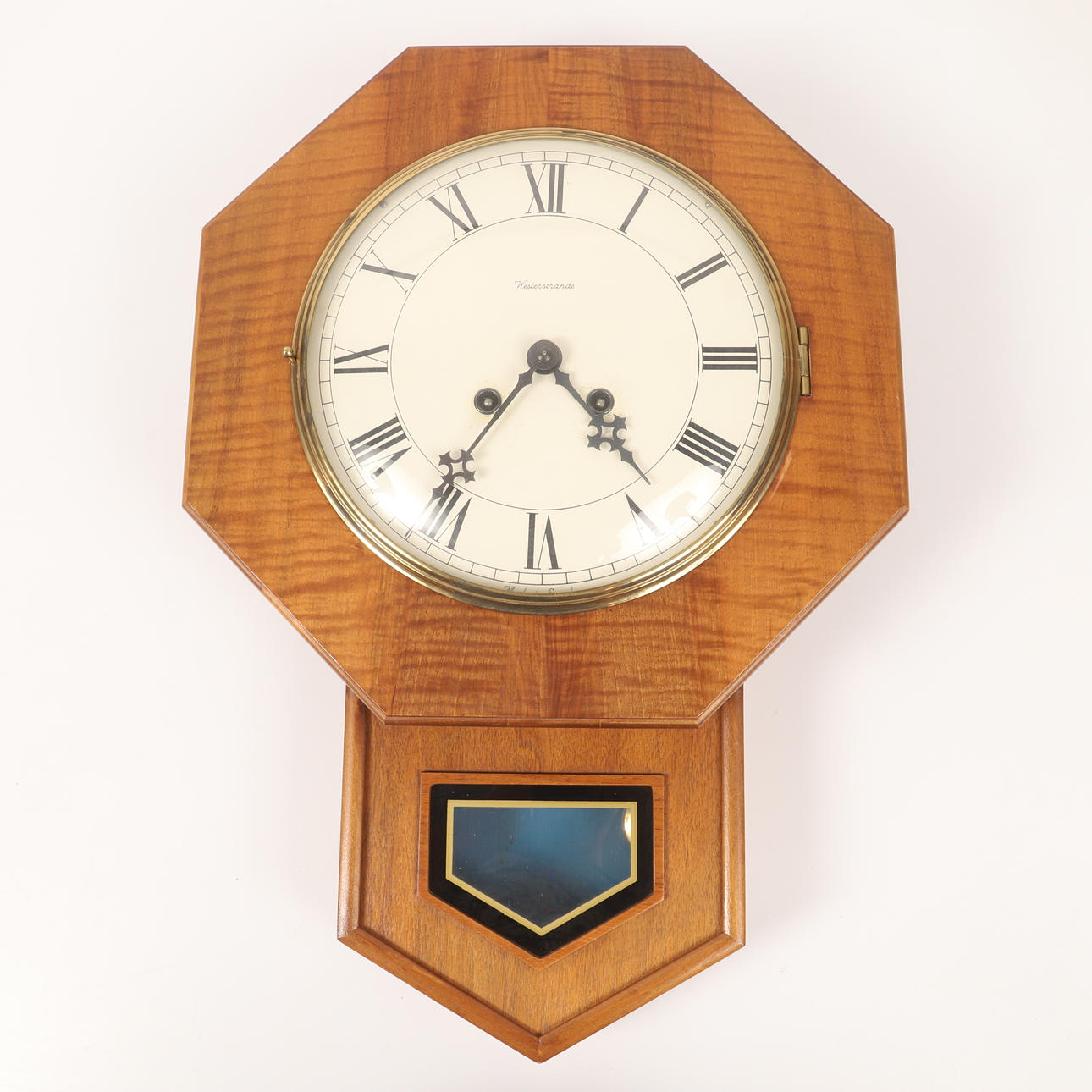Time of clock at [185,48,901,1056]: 4:35
